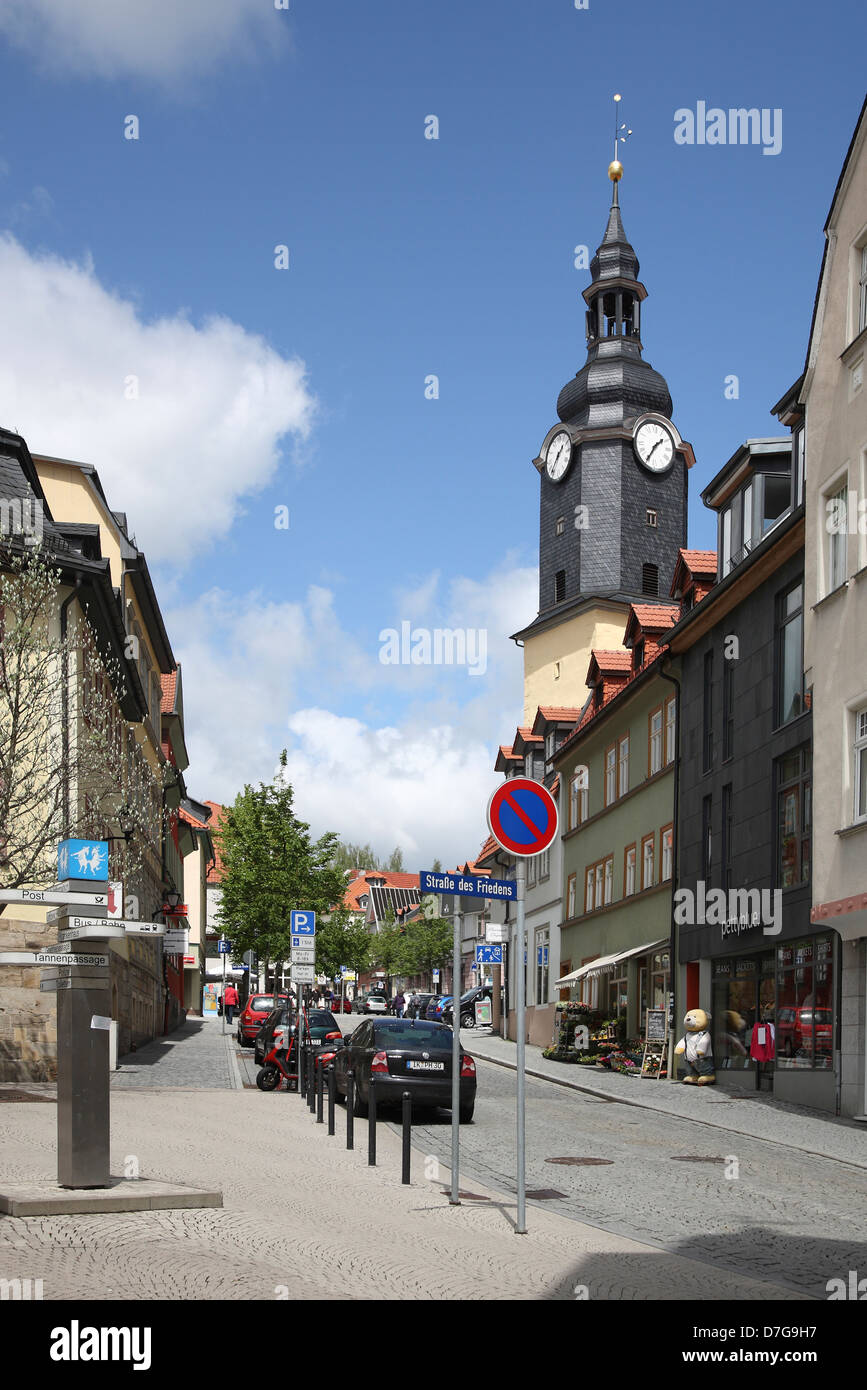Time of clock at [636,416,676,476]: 1:35
